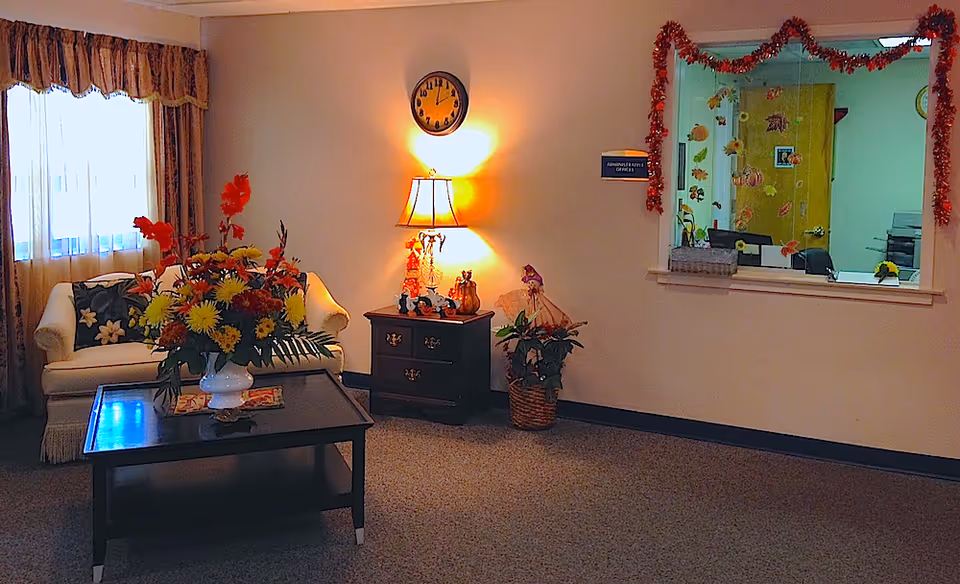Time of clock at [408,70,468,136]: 2:01
